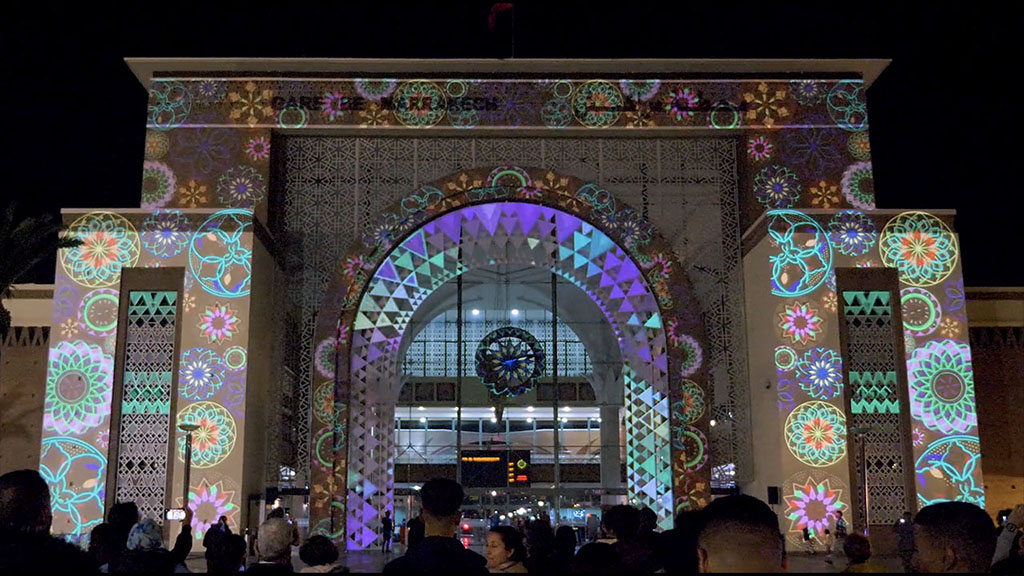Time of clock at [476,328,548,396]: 8:12
